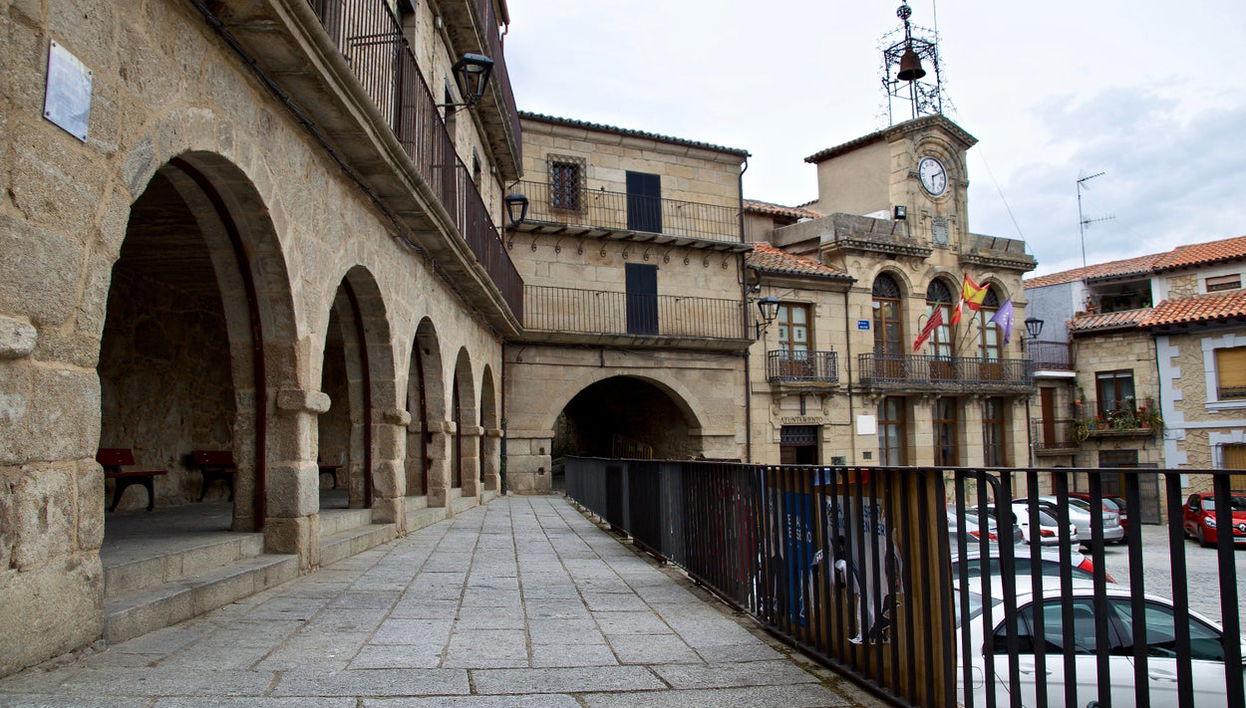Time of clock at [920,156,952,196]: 6:11
